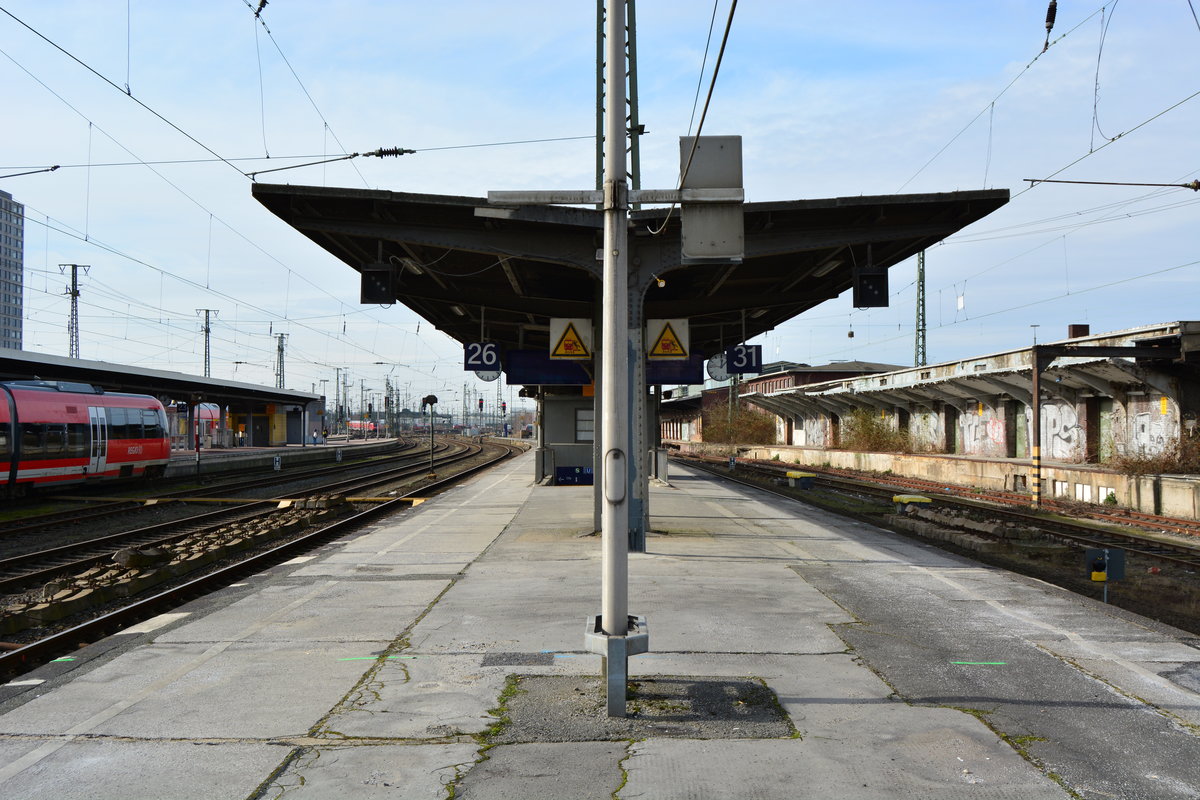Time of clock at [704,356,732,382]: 12:46
